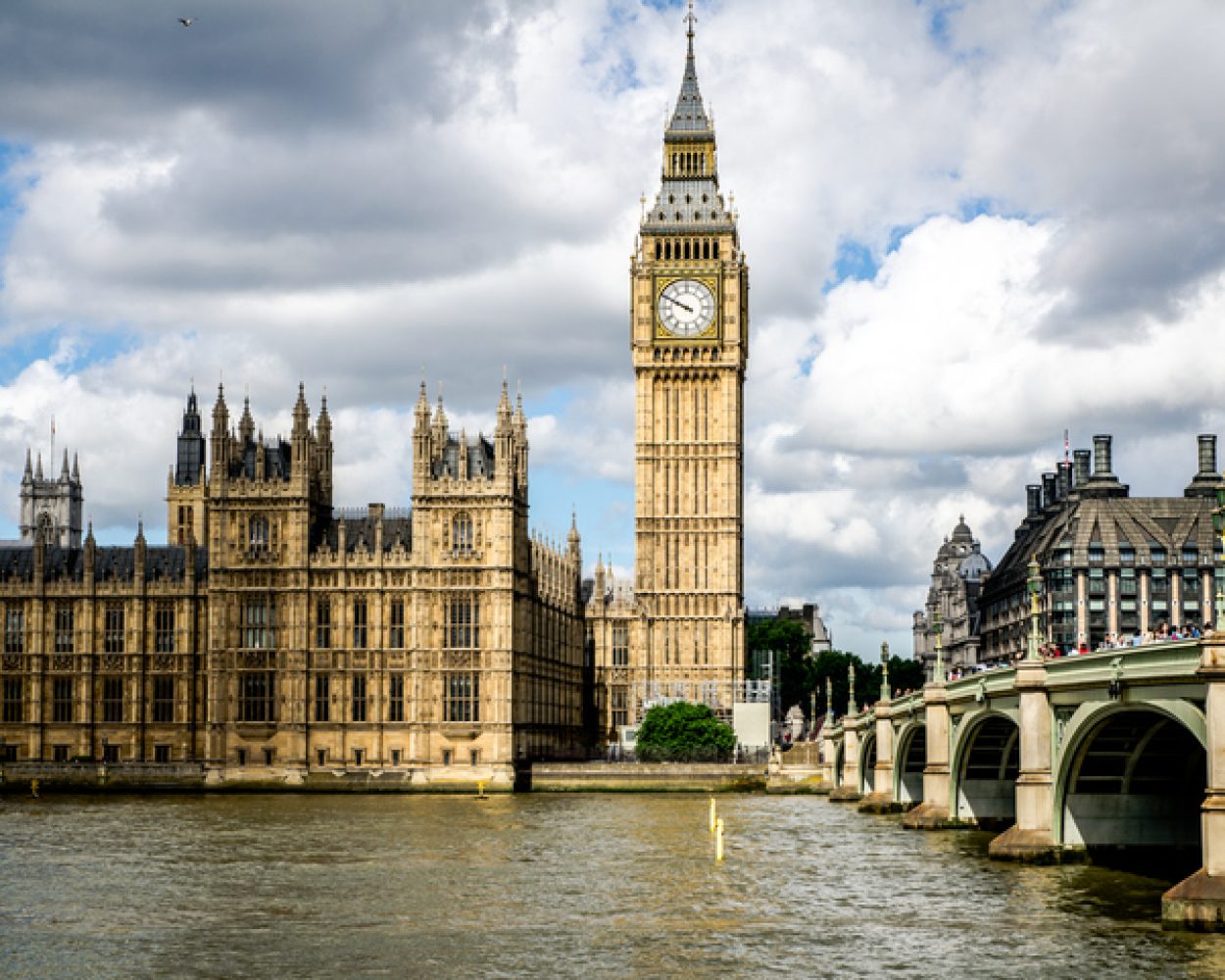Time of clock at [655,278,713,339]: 9:49
